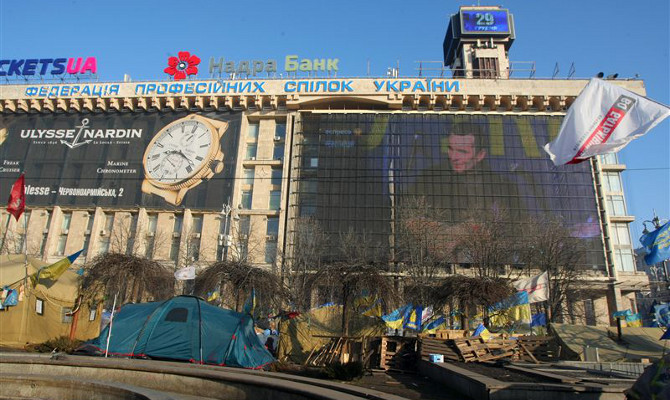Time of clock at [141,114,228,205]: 9:22
